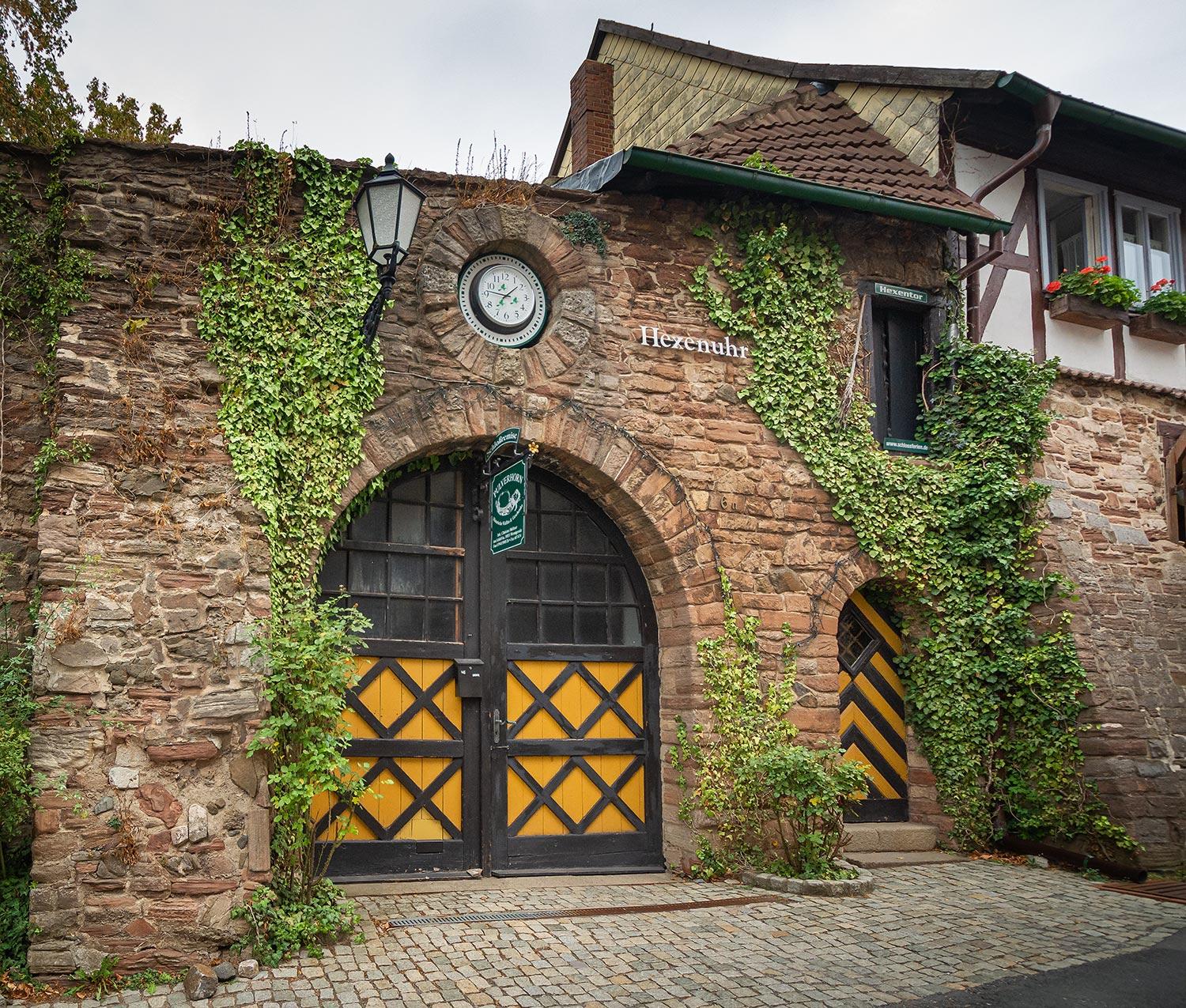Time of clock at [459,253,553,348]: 1:46
